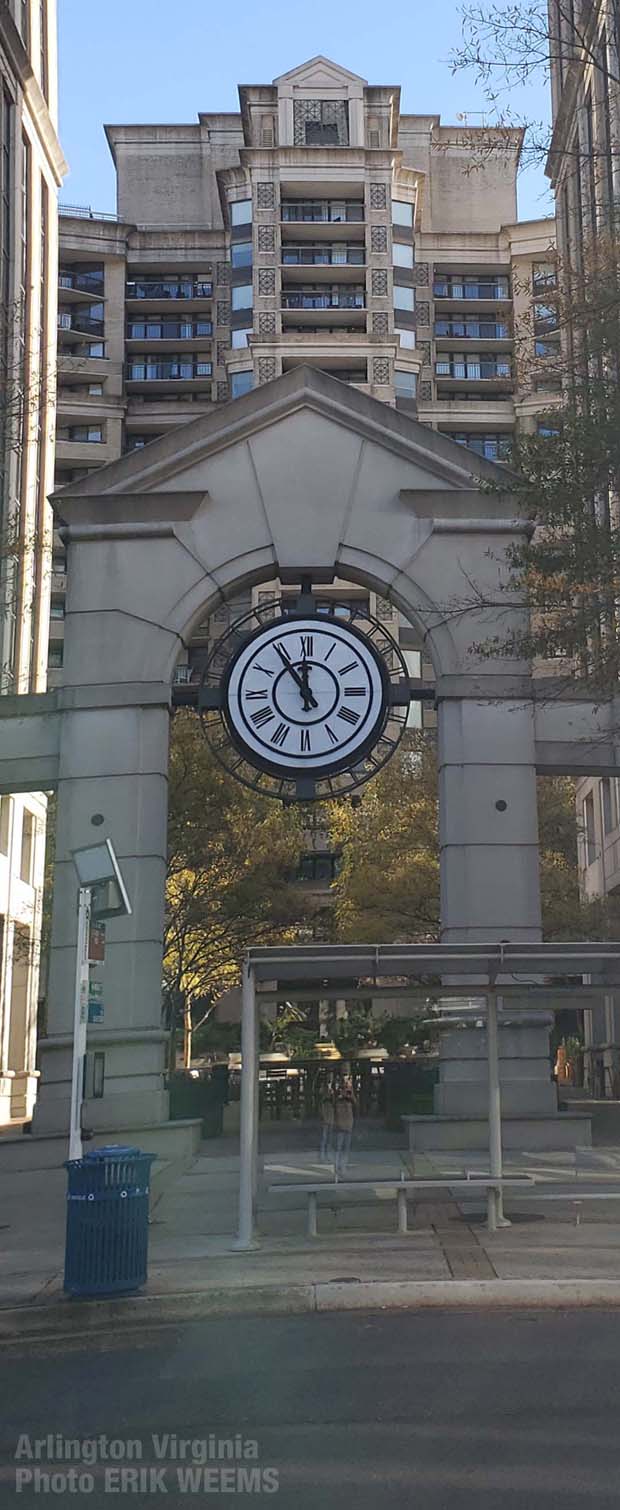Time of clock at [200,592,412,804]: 11:54
